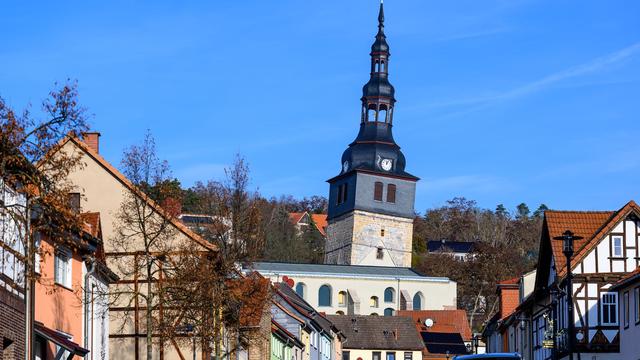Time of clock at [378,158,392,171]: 12:05
